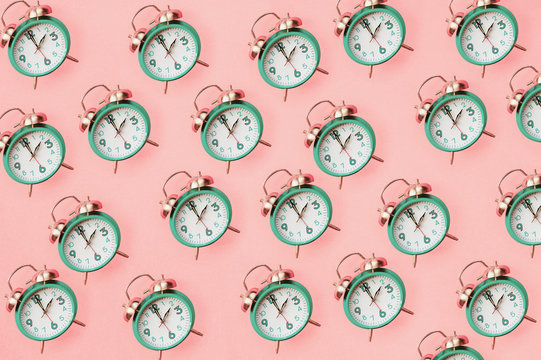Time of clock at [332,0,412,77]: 12:55
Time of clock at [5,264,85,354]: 12:55
